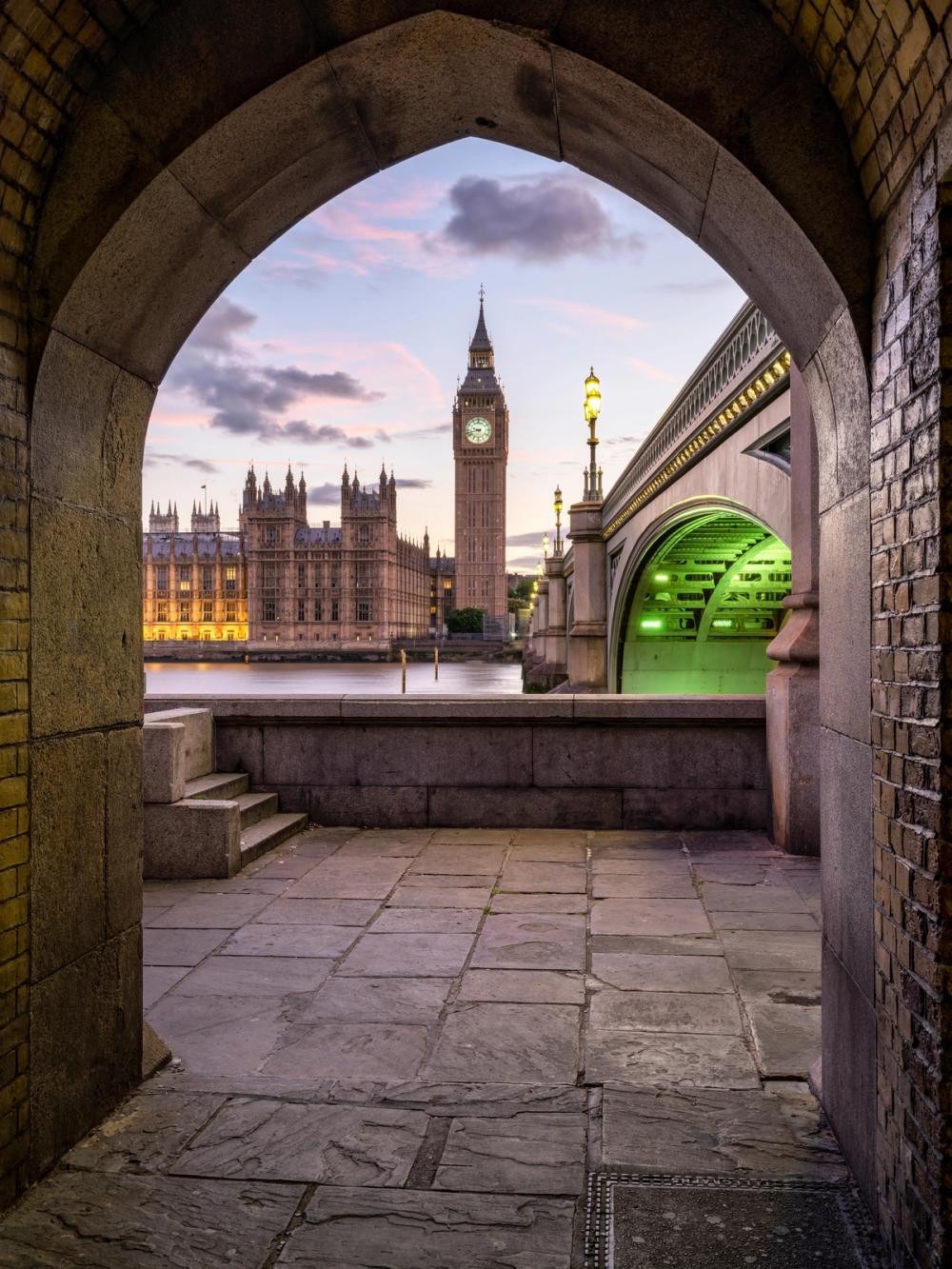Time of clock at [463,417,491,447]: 9:42
